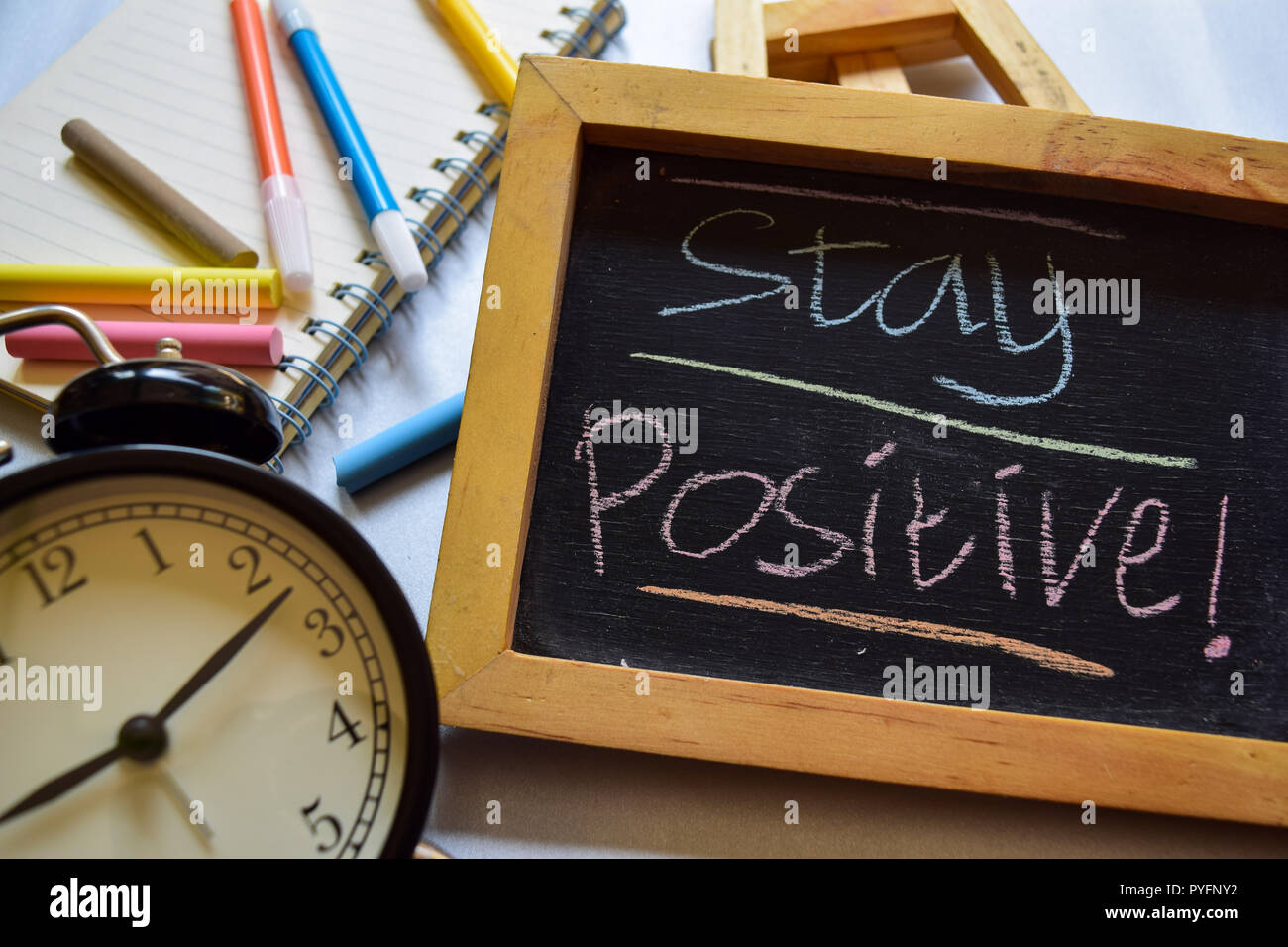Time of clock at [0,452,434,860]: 8:07
